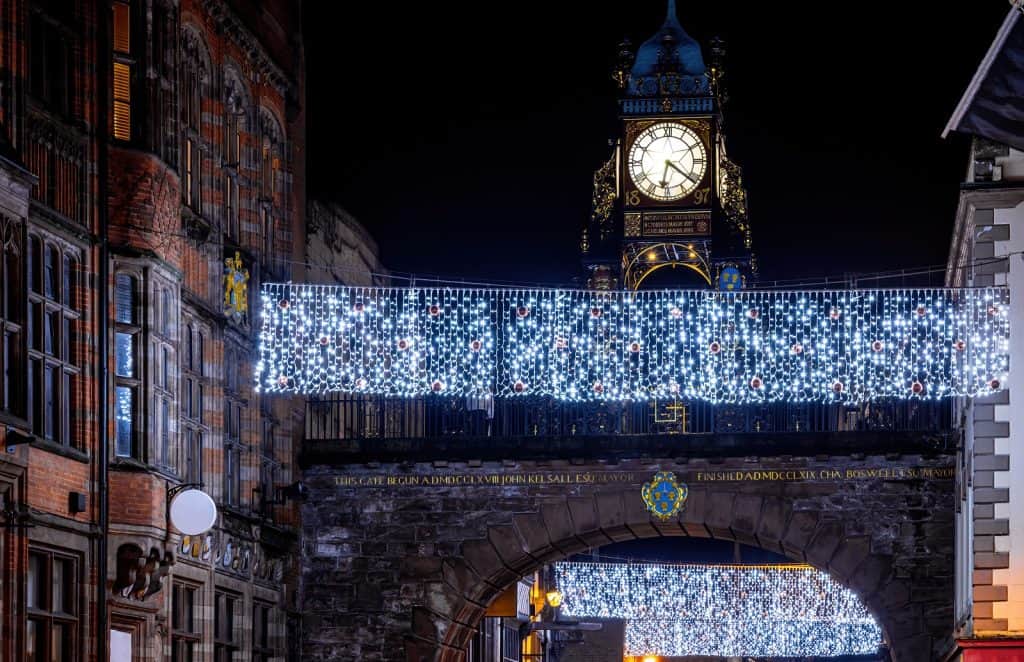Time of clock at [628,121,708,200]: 6:21
